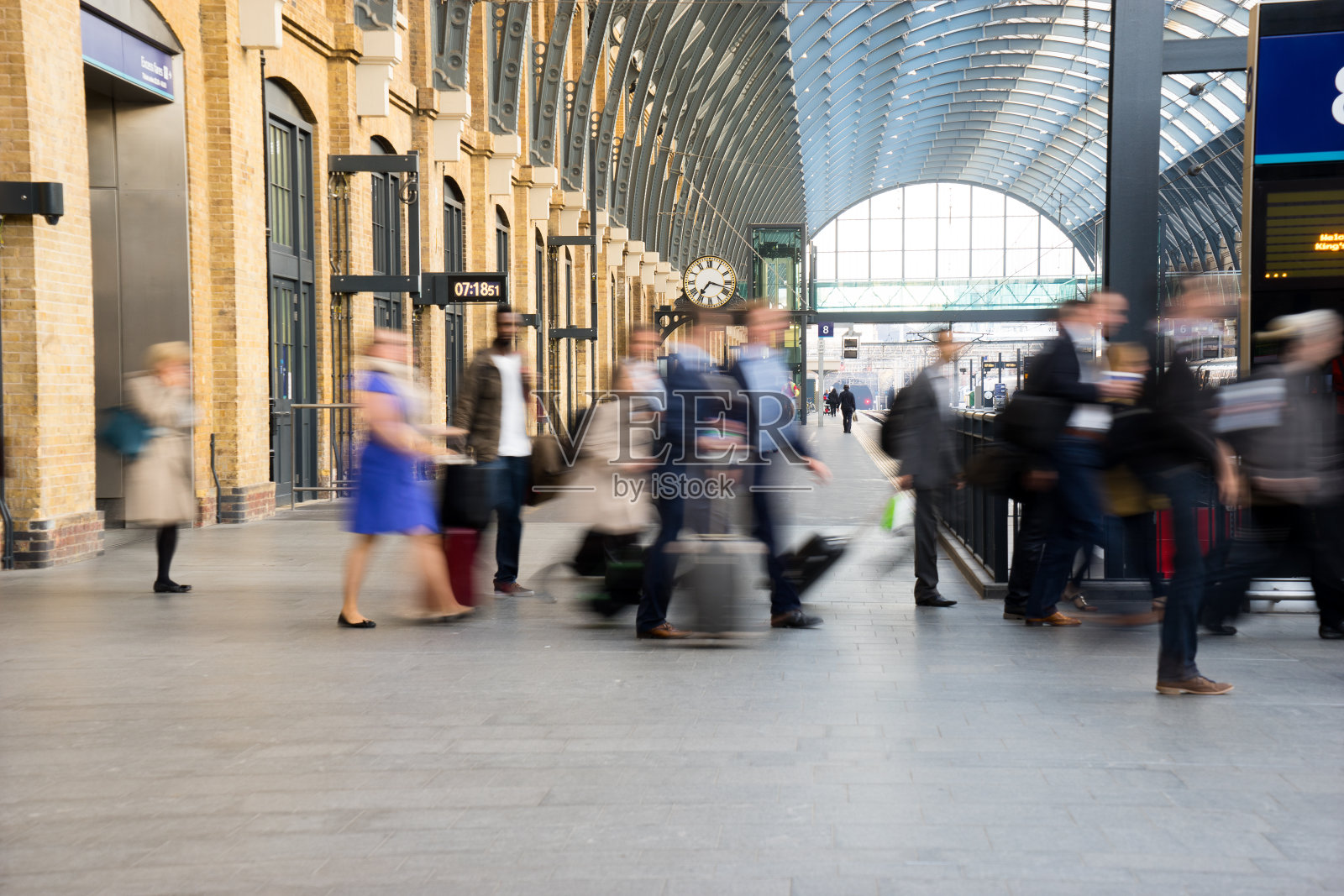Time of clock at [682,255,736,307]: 7:17
